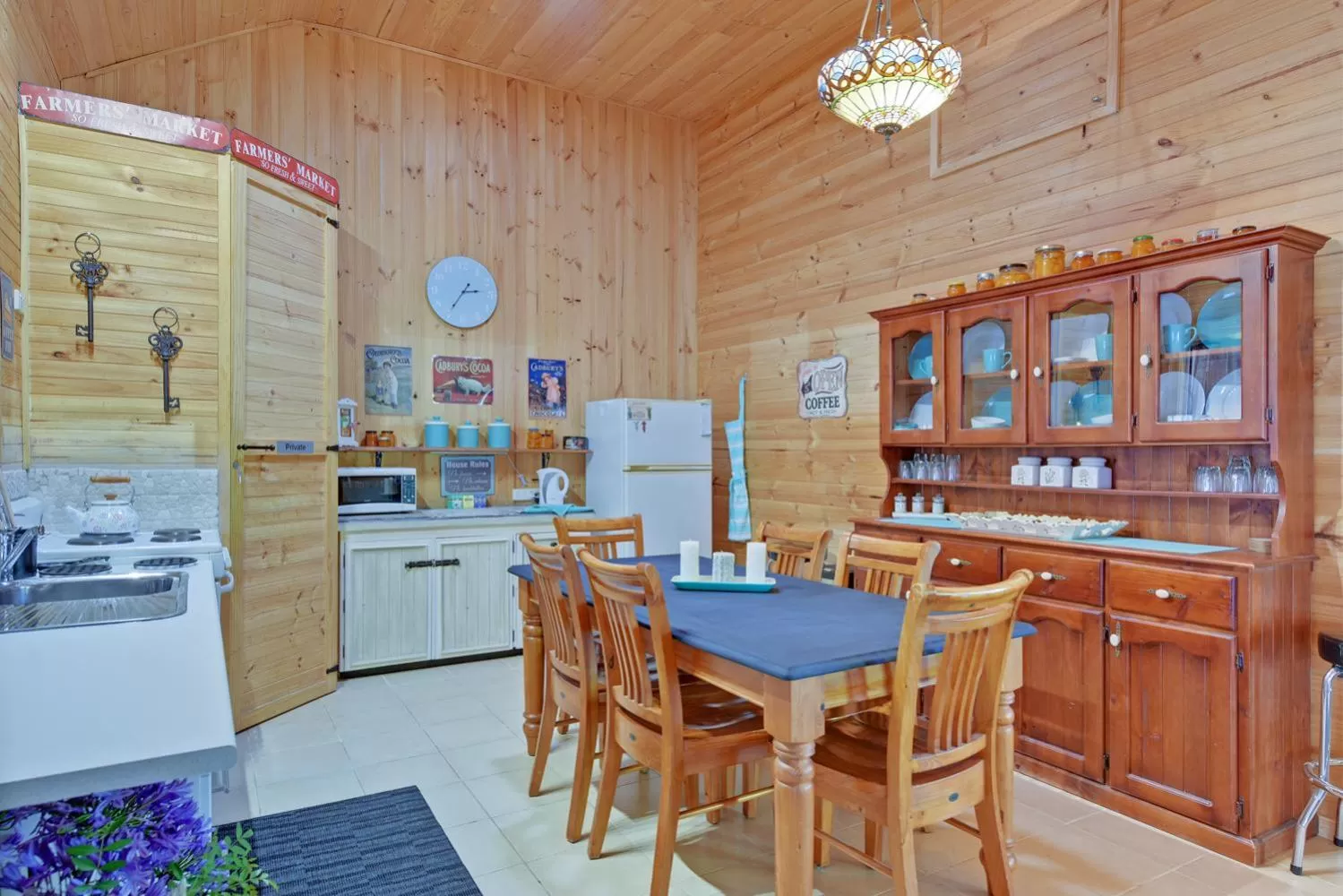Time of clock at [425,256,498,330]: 2:35
